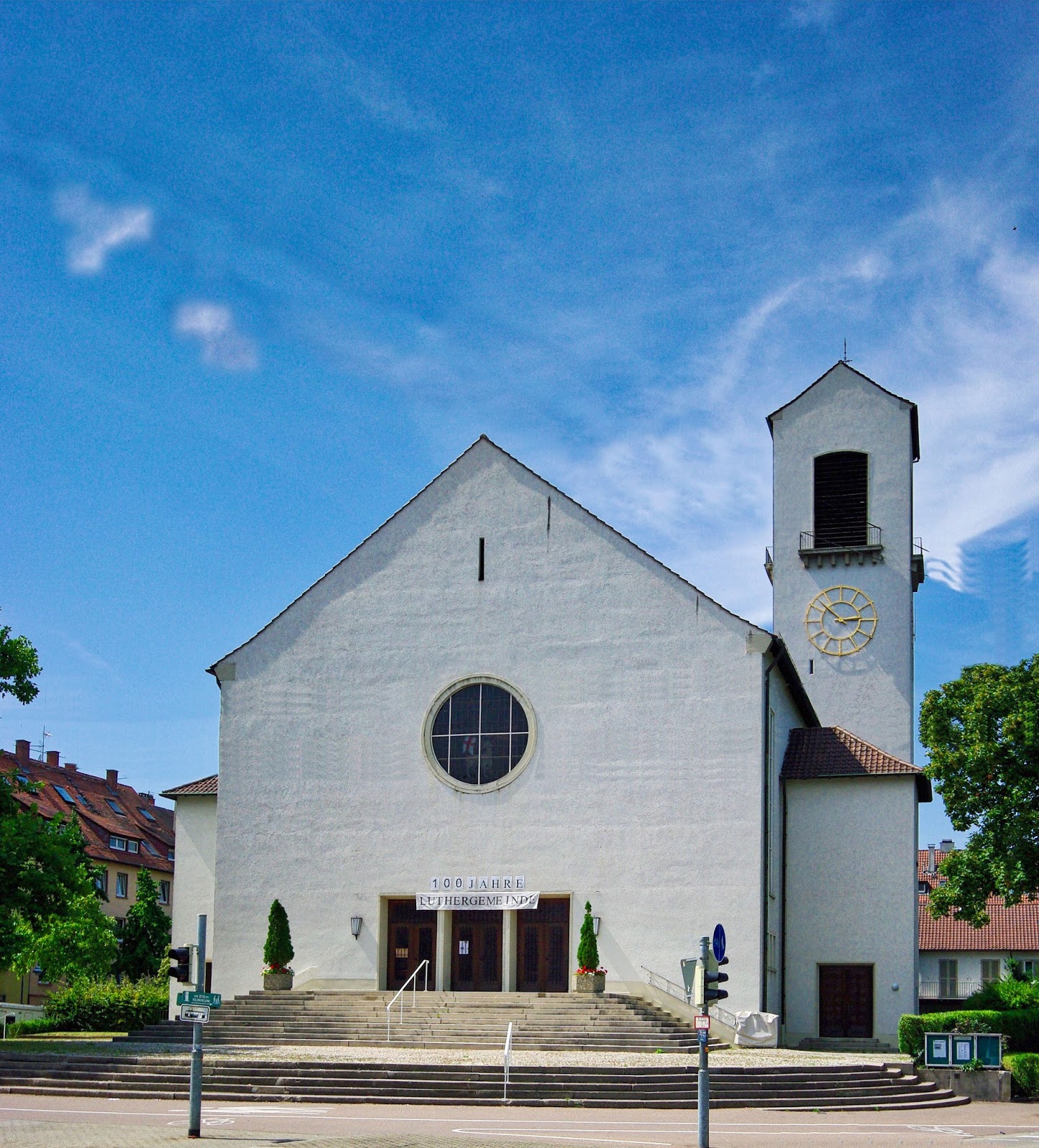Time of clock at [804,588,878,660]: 2:52
